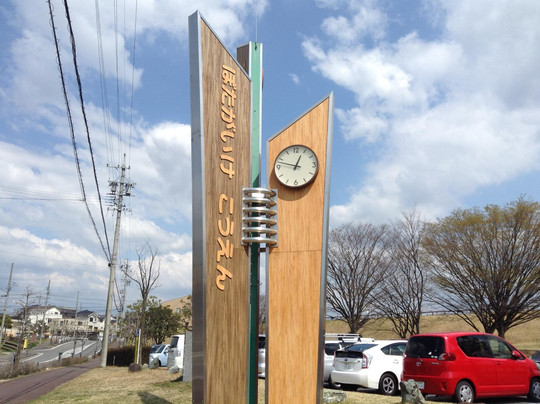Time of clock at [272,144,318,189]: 12:47
